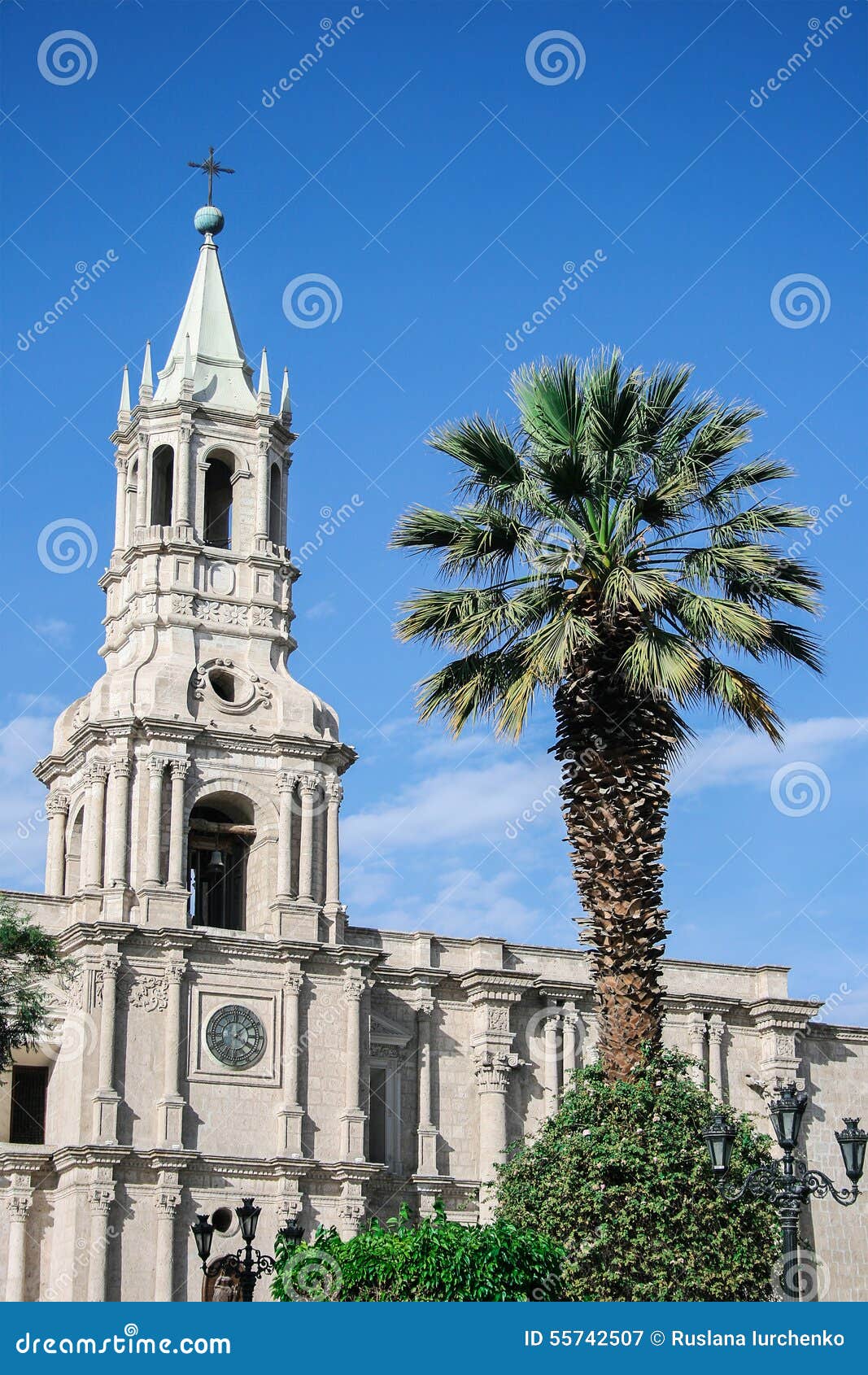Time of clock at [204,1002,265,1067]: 12:07
